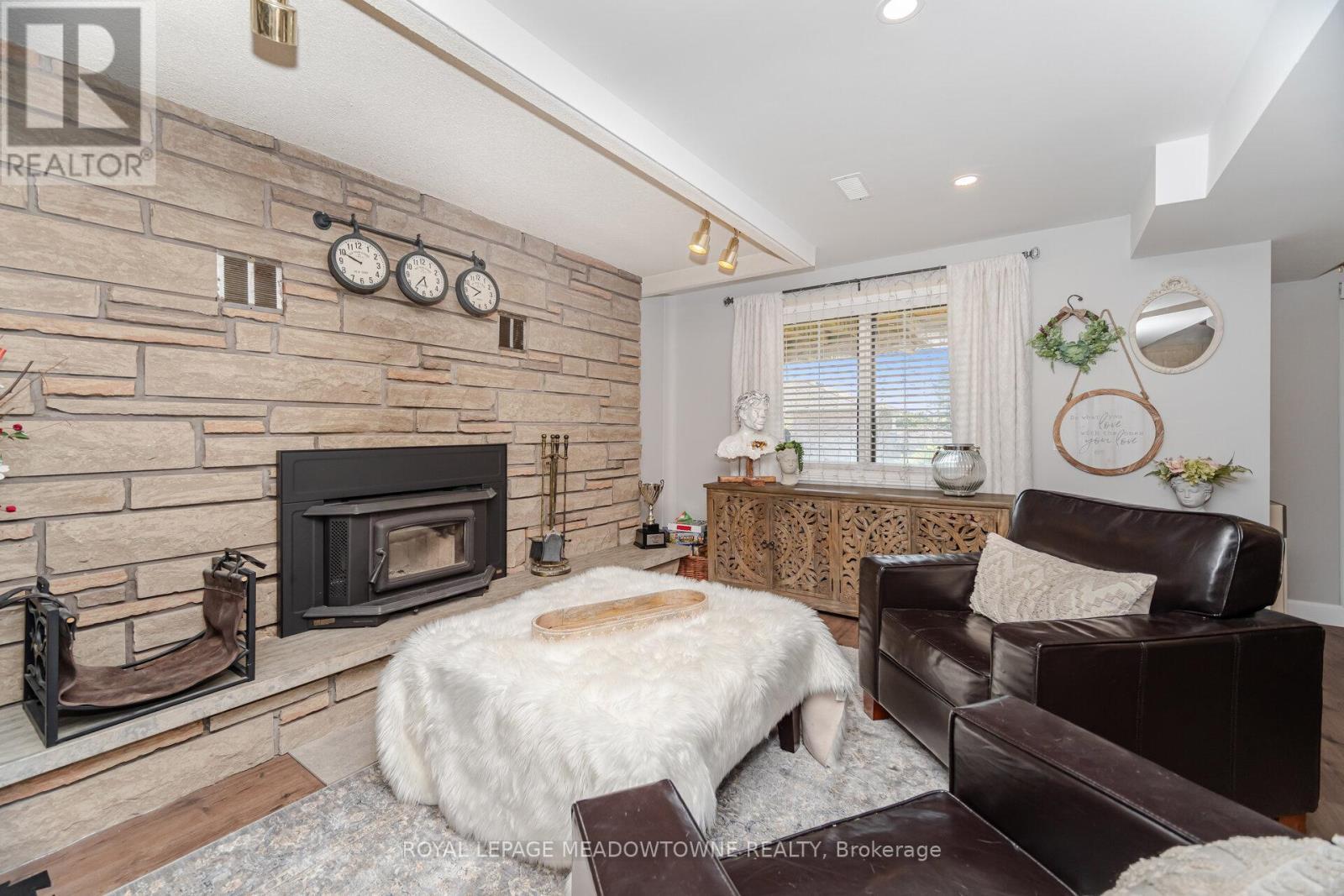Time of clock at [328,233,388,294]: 9:49
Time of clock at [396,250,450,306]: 5:36
